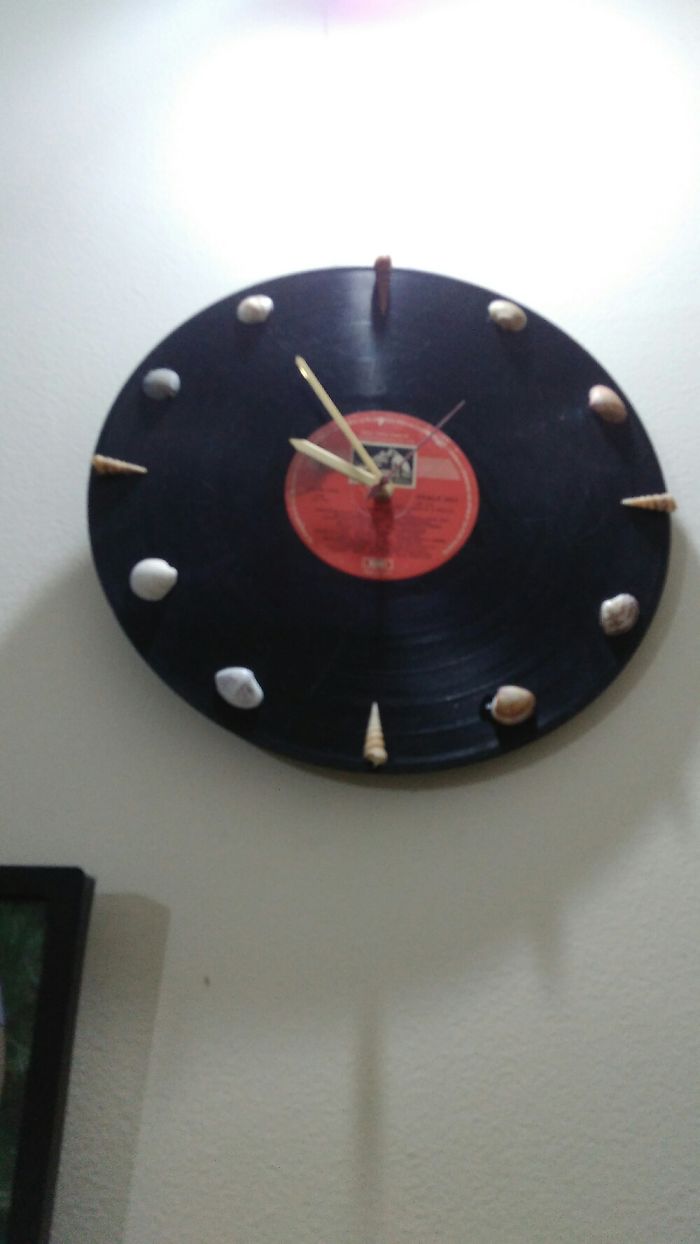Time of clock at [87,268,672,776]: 9:55
